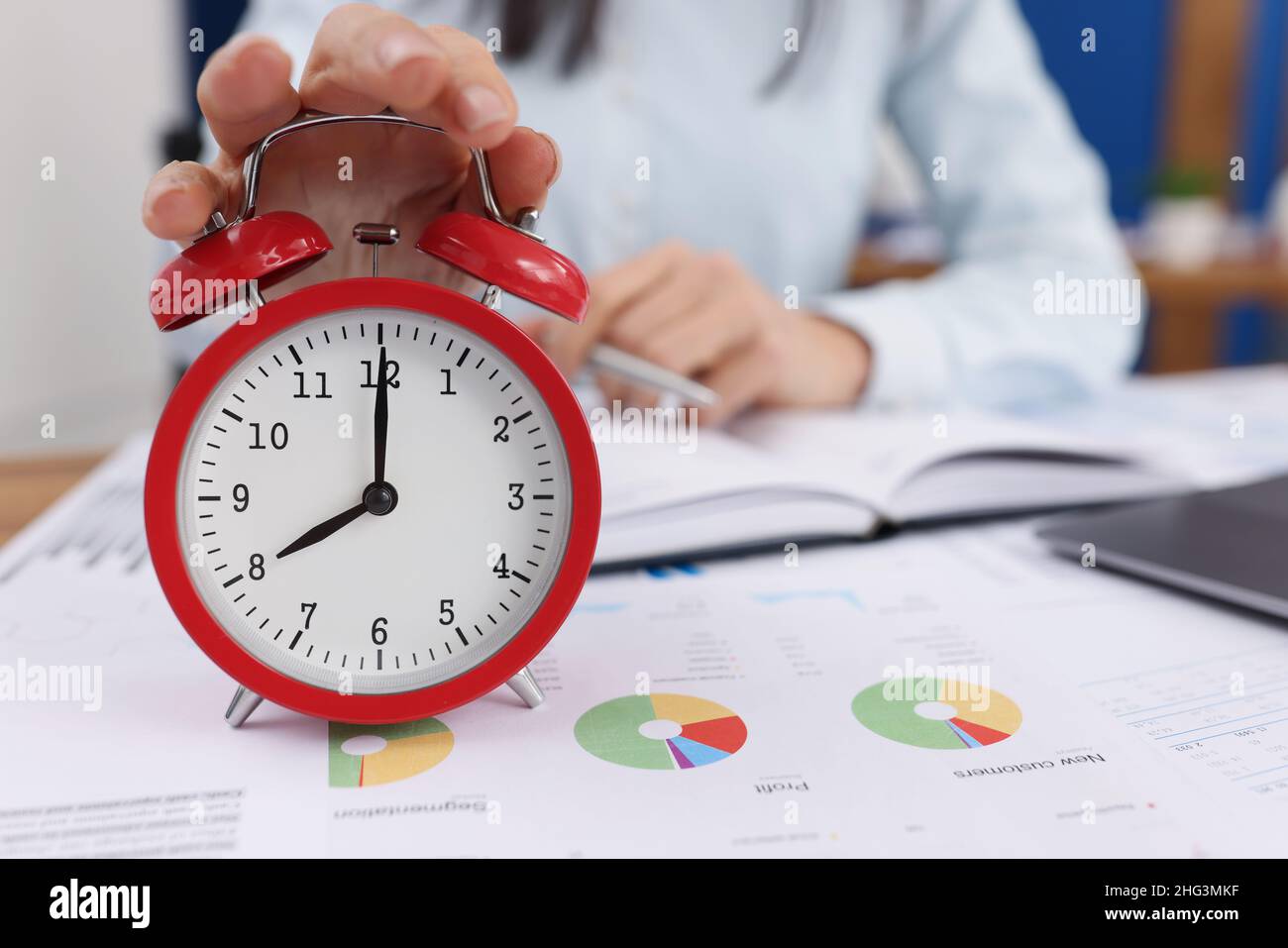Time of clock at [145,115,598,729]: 8:00
